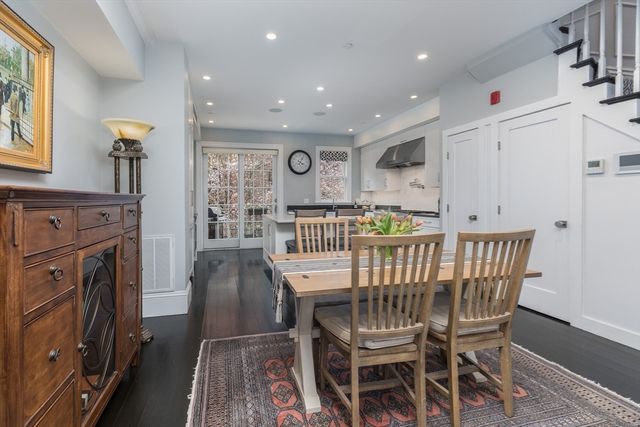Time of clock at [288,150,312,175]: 4:04
